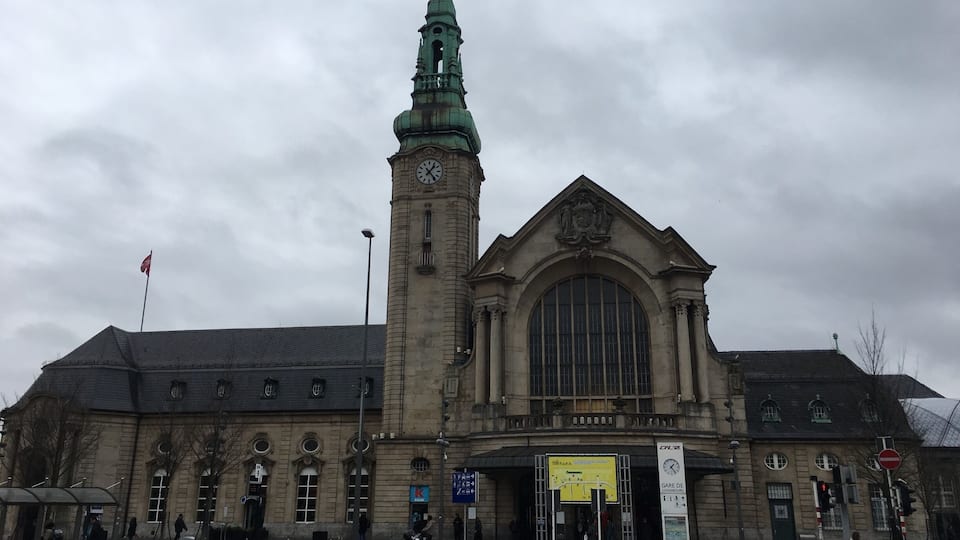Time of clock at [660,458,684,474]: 1:23
